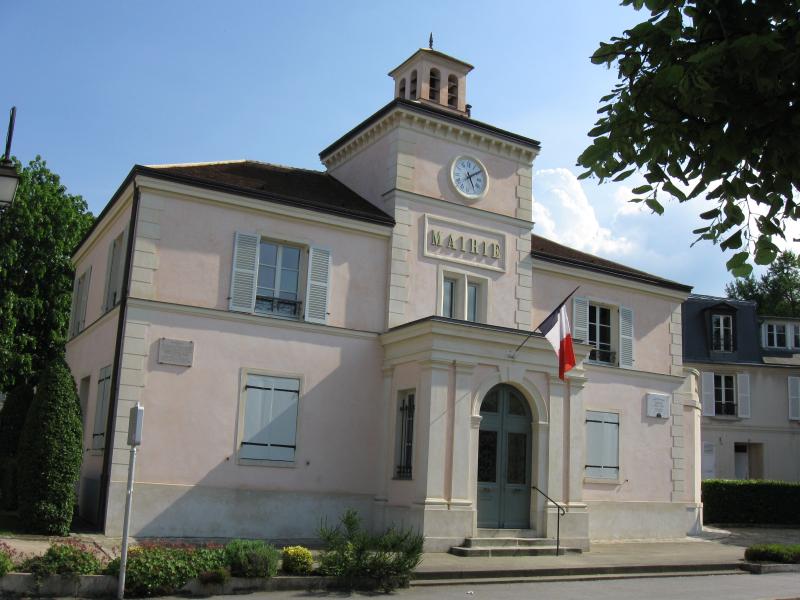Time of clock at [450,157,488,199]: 5:09
